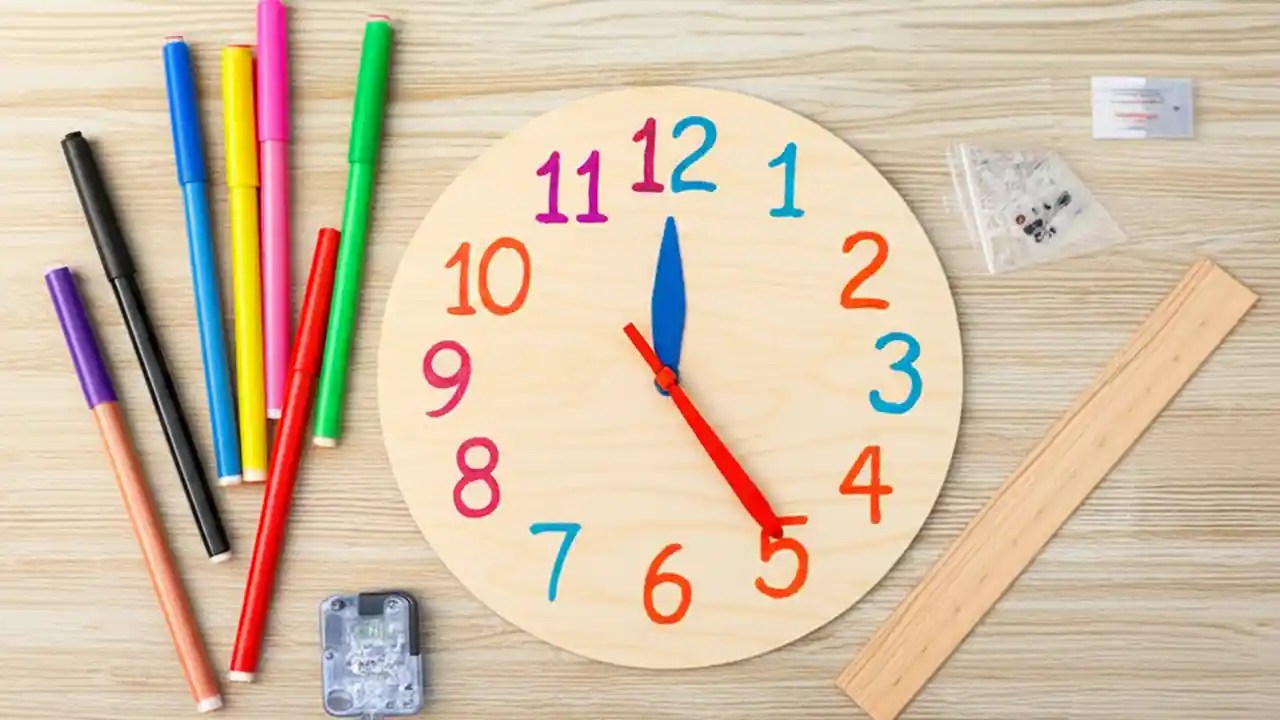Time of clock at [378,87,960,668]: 12:24
